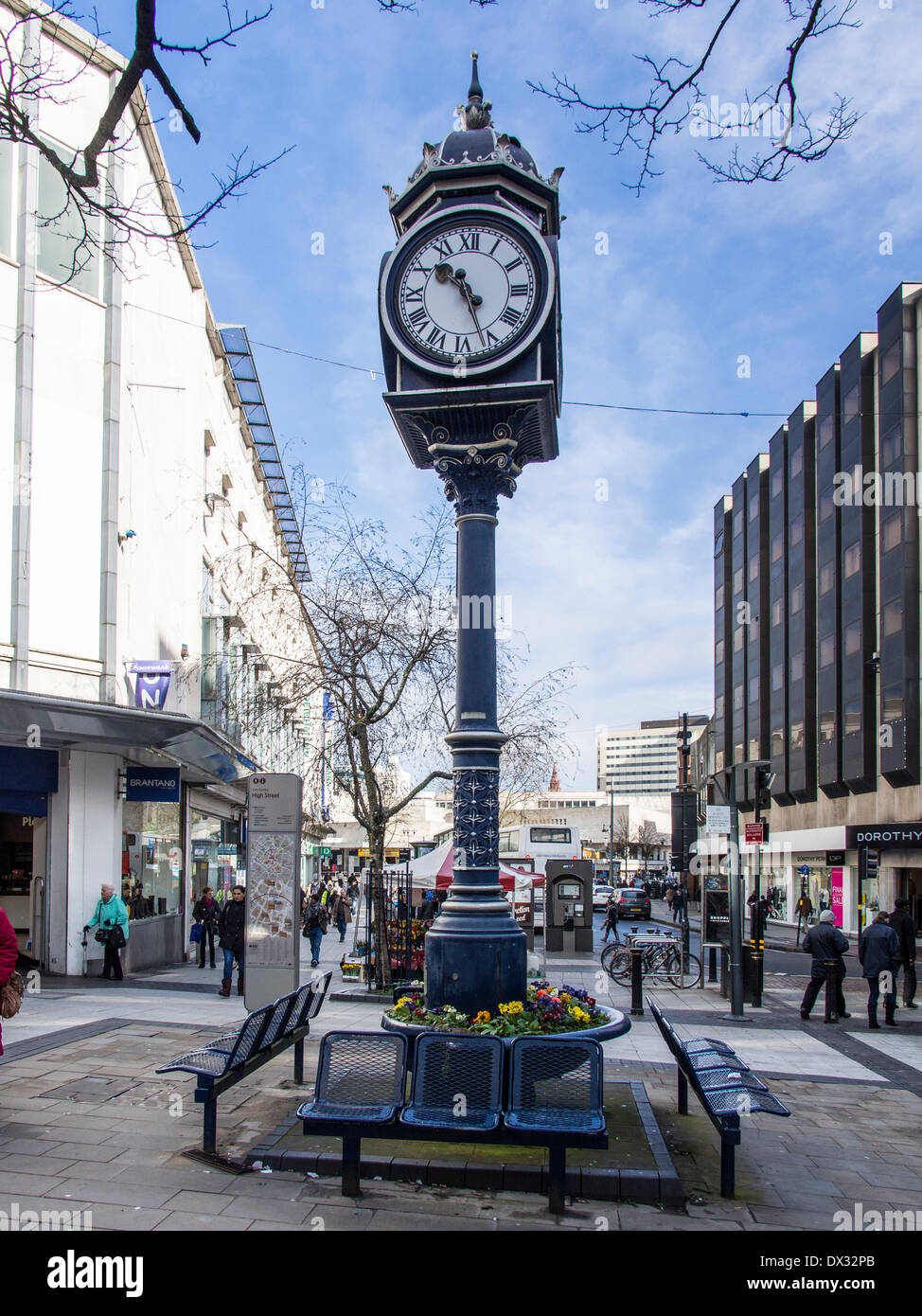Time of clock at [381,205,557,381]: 10:26
